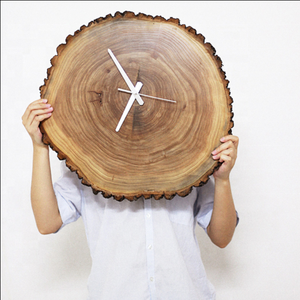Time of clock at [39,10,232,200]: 6:54
